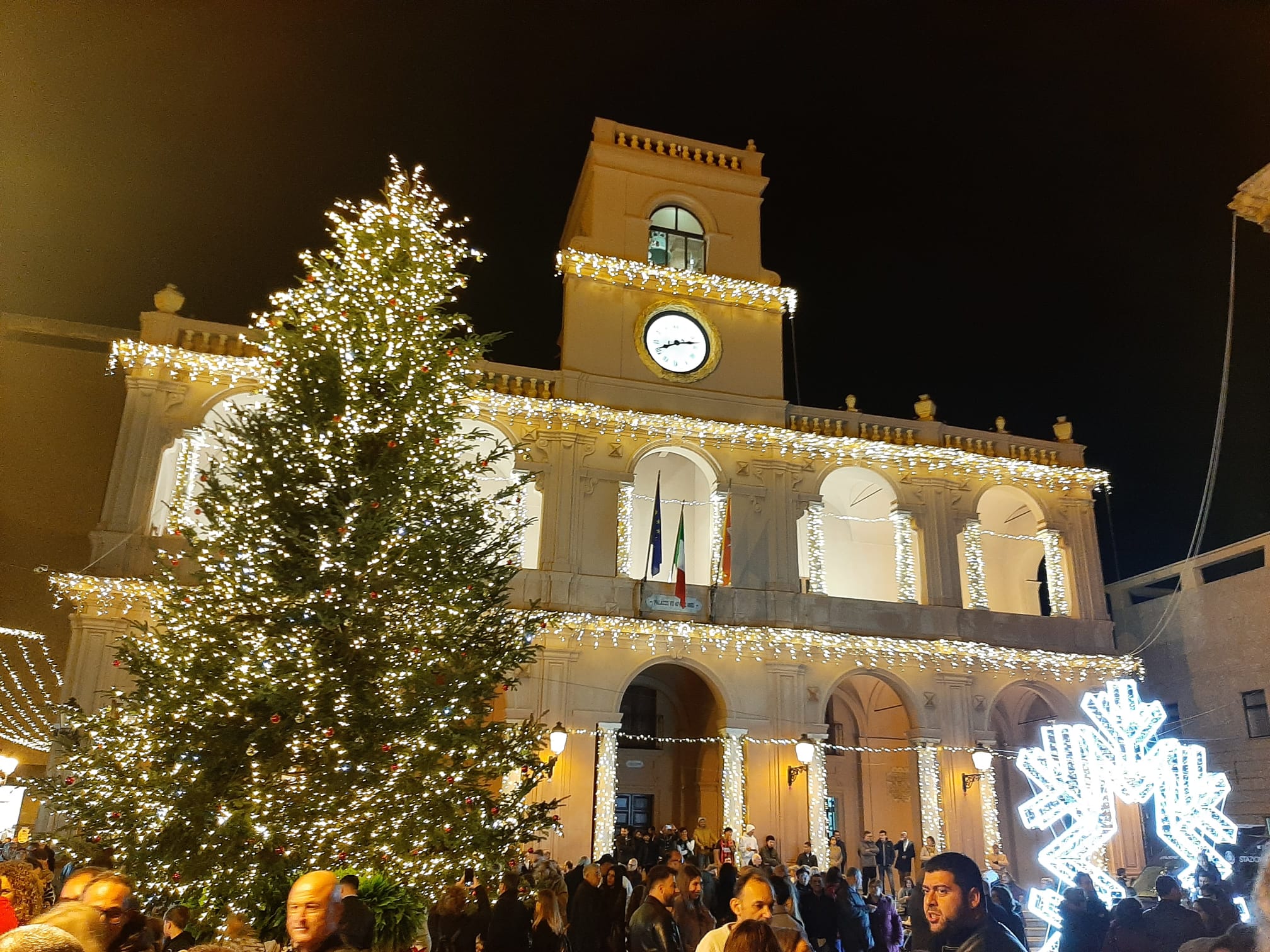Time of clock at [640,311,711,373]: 8:13
